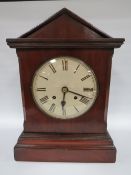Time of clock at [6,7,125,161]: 6:18
